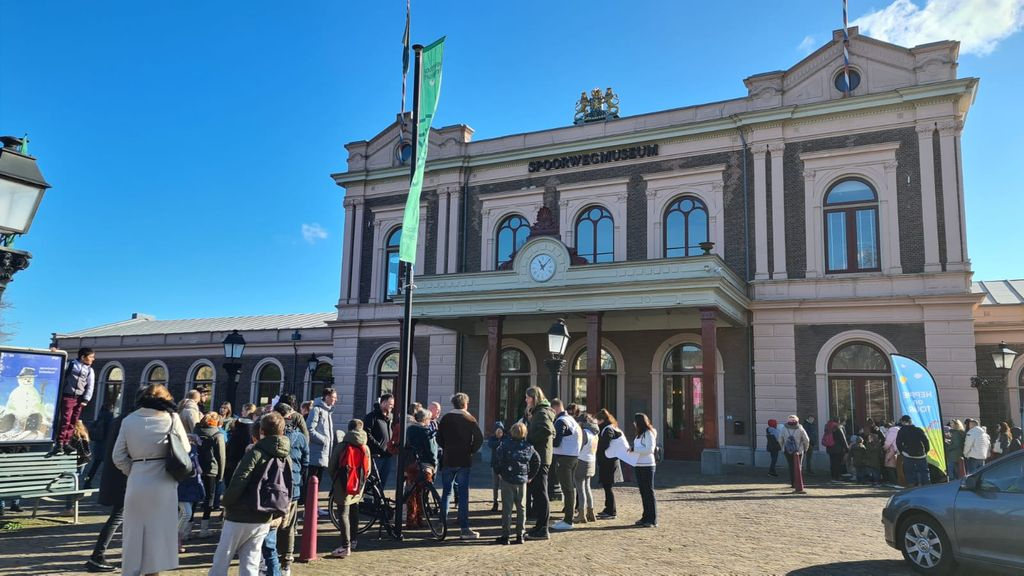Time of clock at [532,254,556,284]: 11:07
